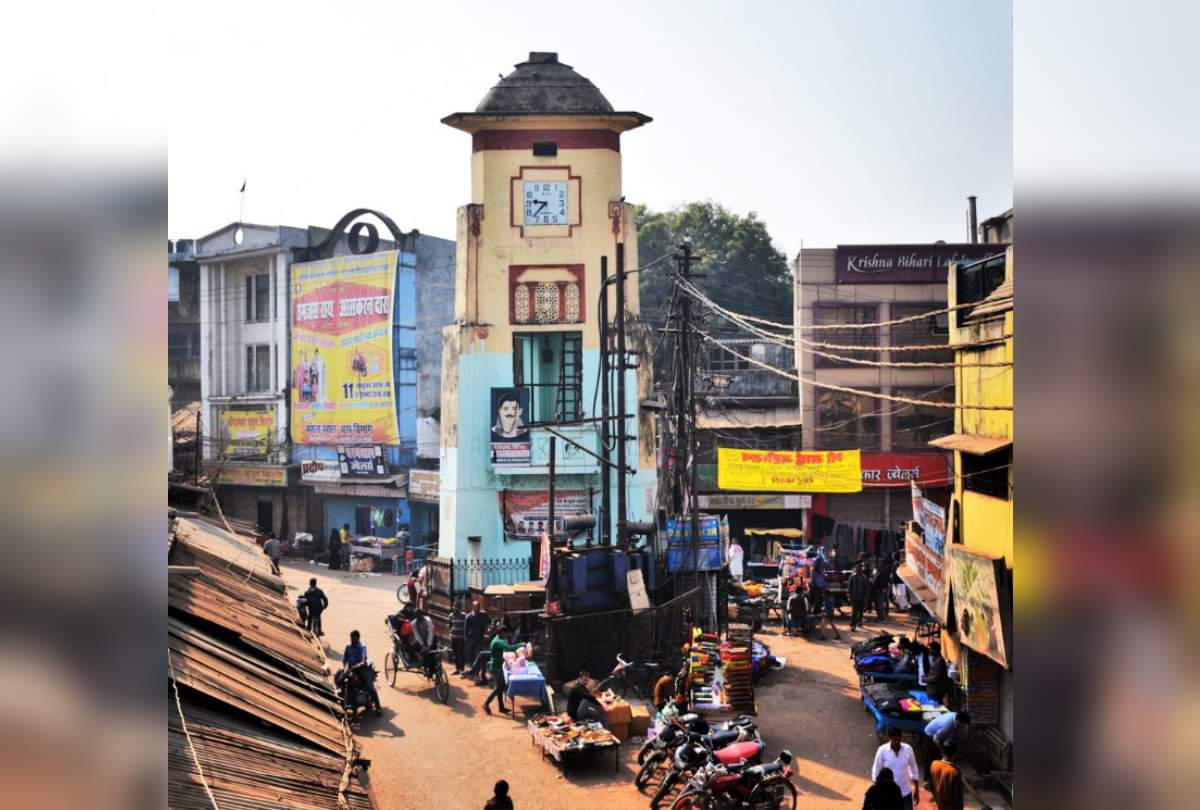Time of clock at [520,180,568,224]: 9:37
